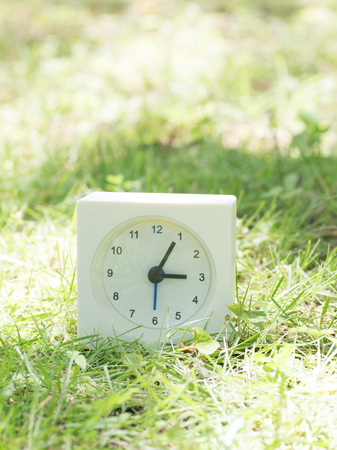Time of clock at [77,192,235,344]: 3:04
